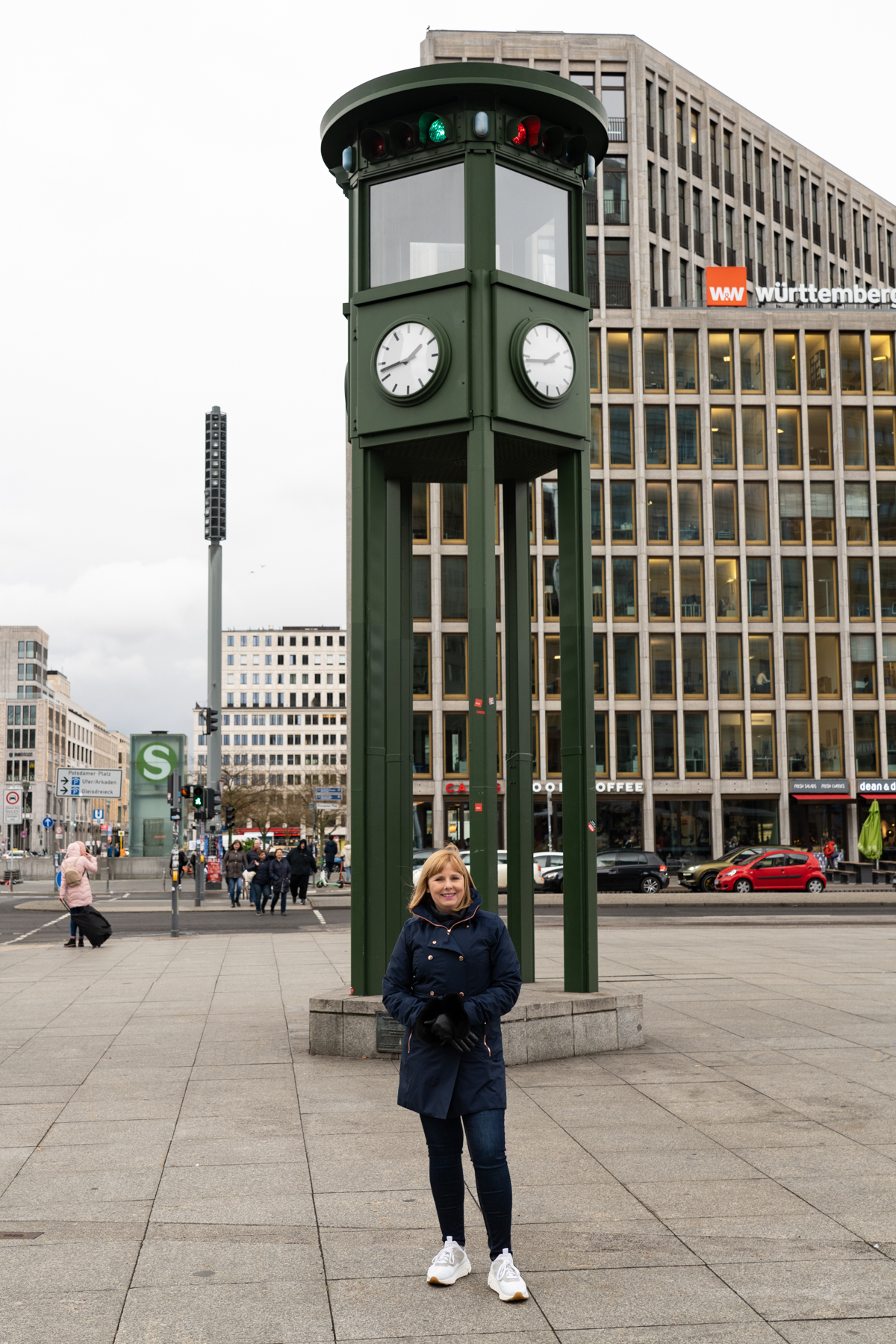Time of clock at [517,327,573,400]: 1:43
